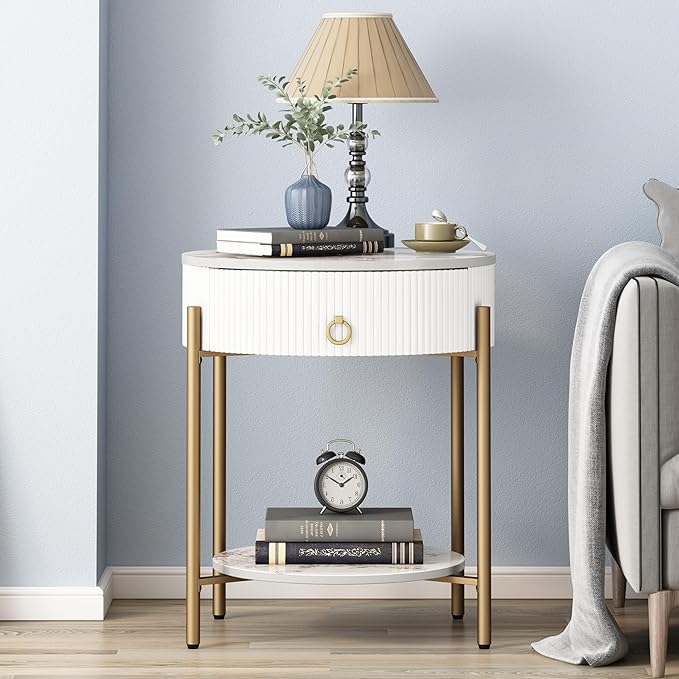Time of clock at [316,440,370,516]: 1:50
